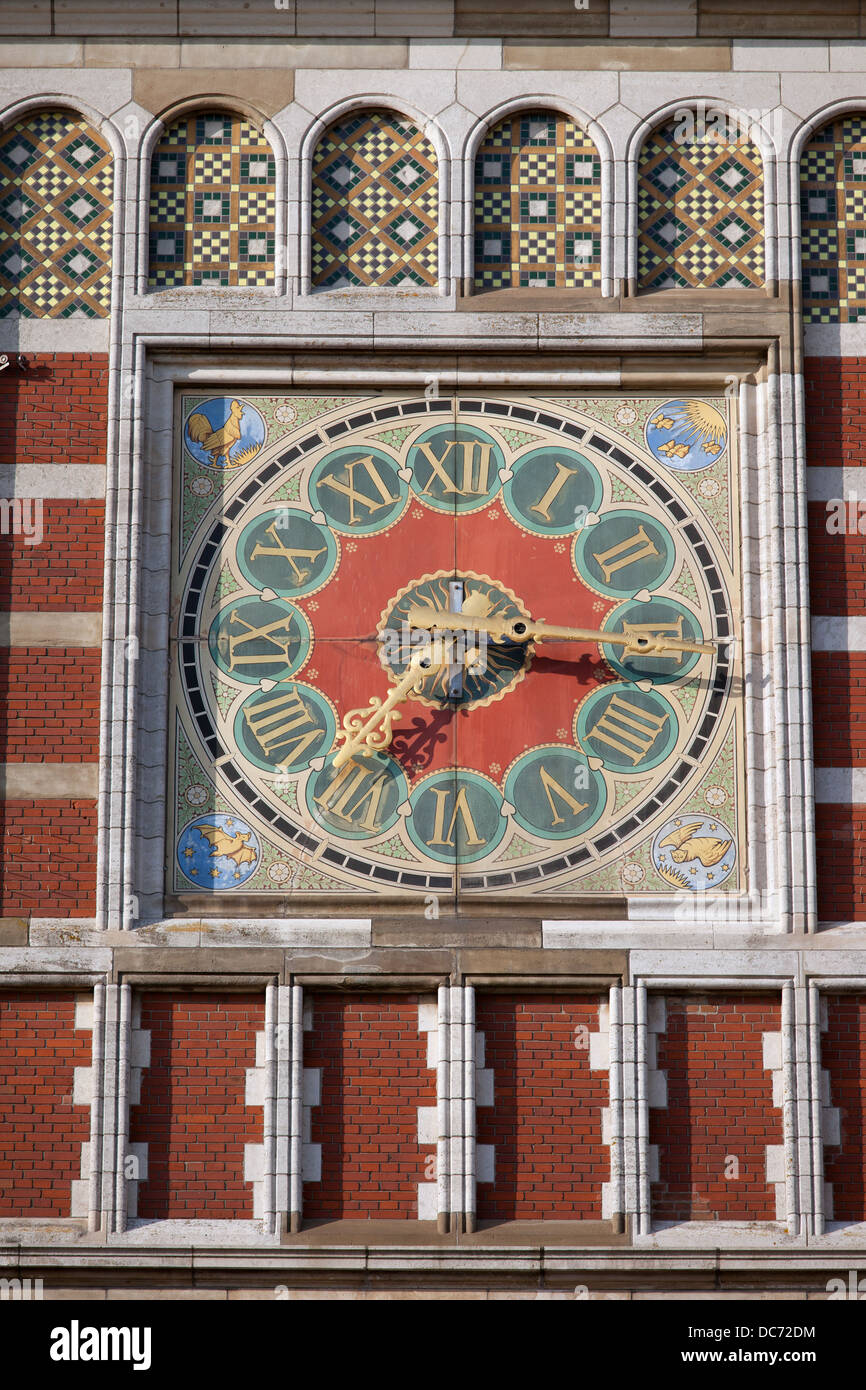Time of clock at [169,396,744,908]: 7:15
